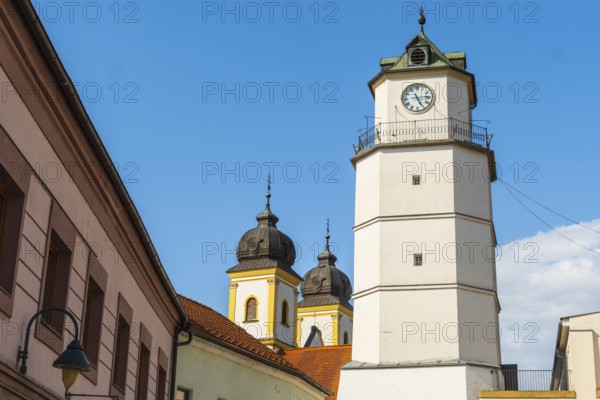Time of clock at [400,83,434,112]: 5:14
